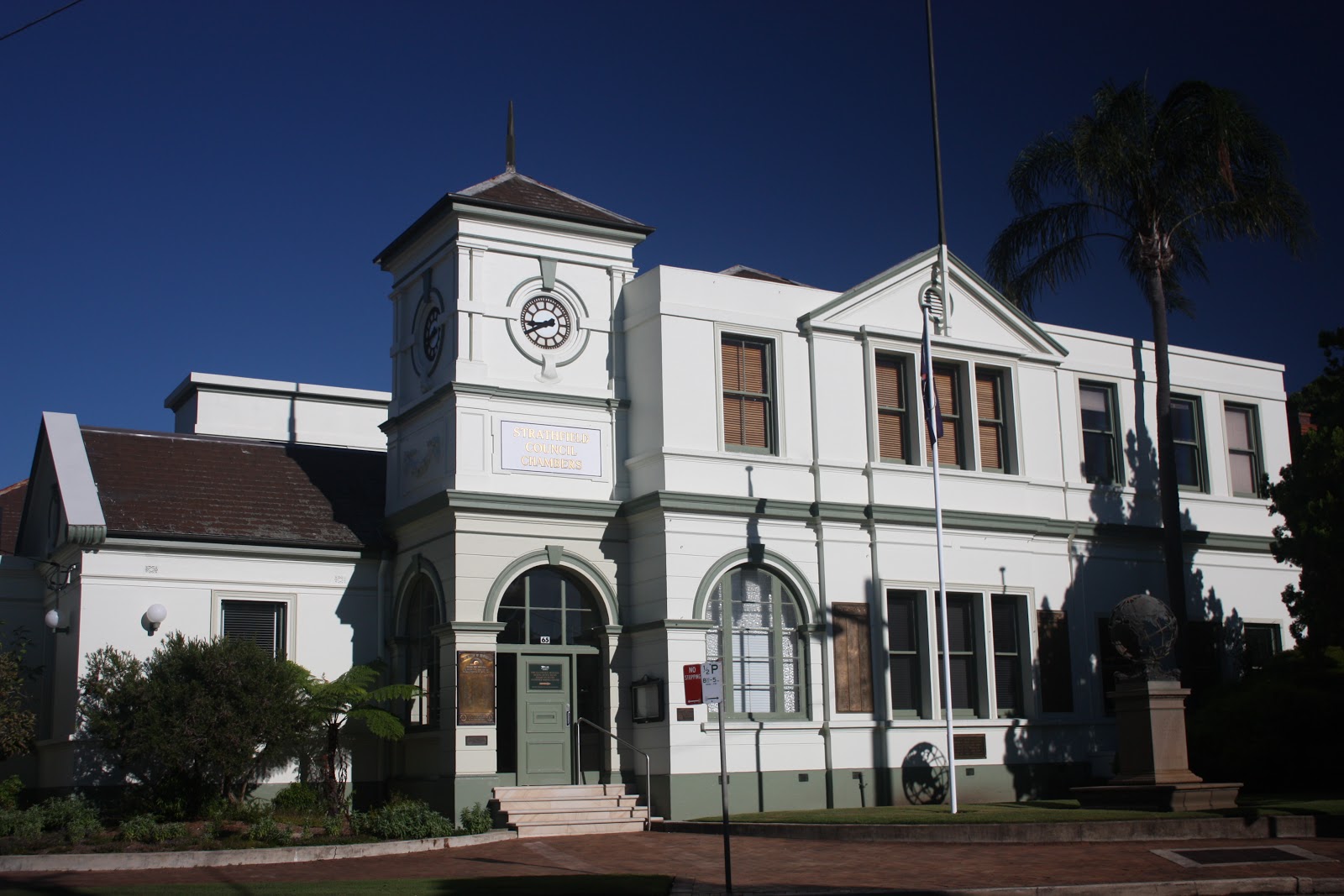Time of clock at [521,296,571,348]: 8:40
